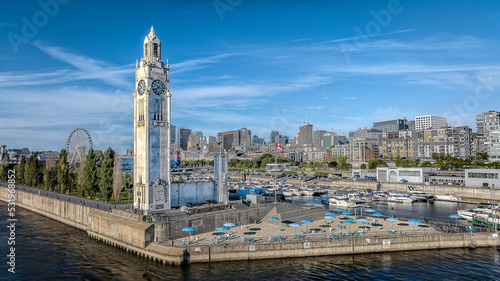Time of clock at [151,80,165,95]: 7:49
